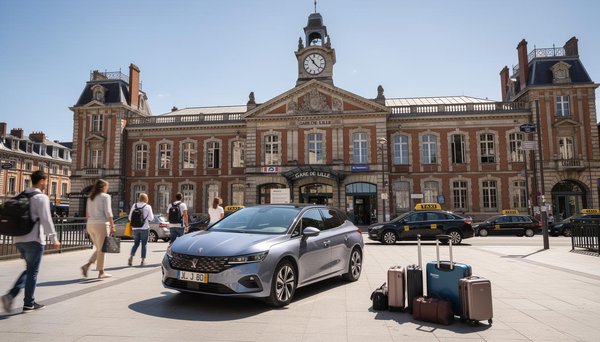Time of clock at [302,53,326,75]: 11:22
